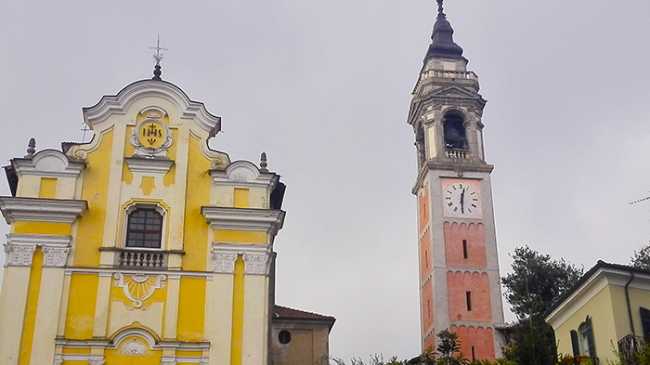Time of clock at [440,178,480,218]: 12:30
